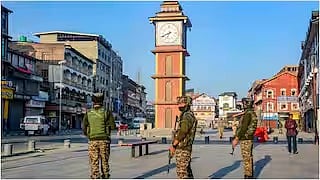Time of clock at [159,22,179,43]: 6:40
